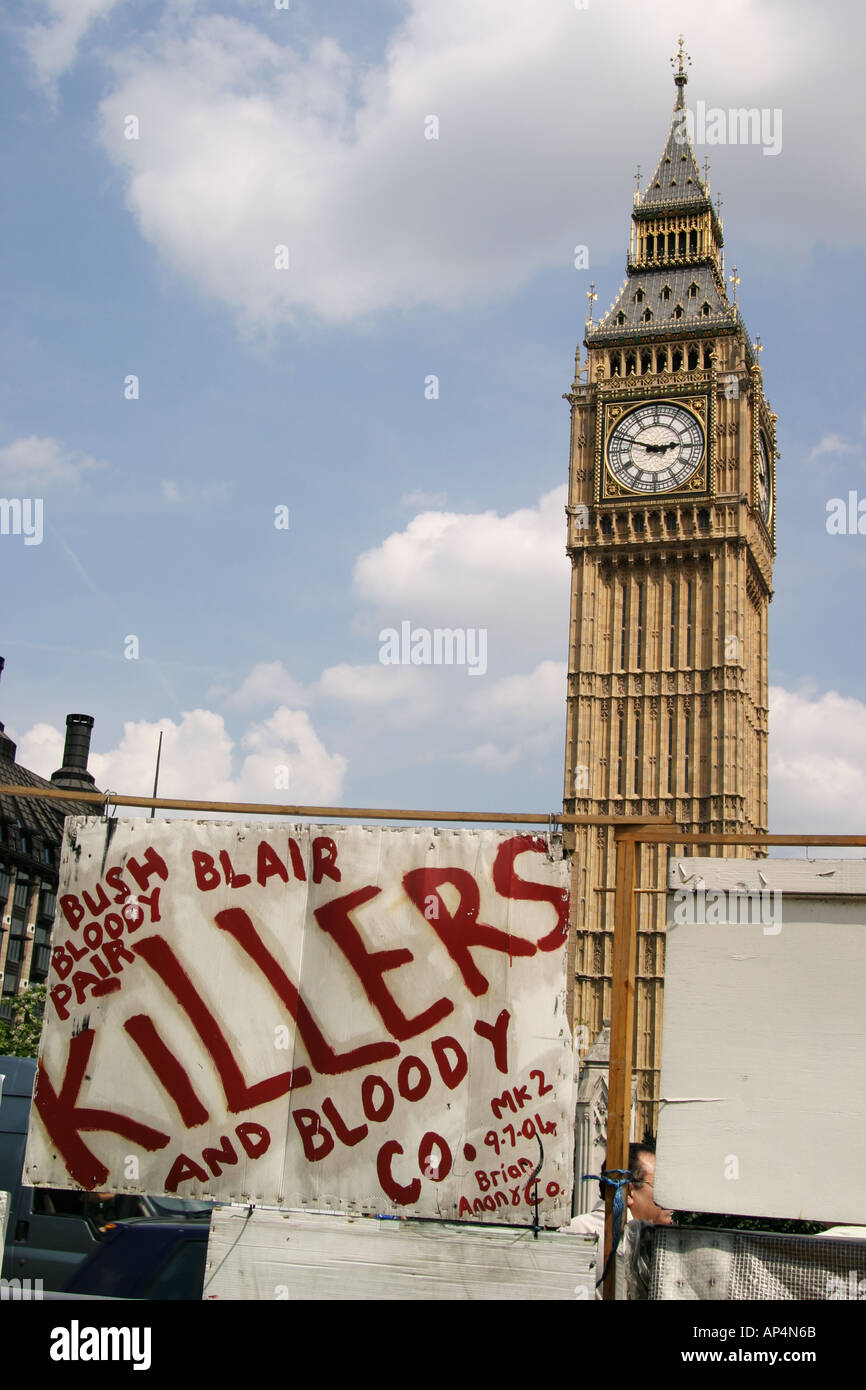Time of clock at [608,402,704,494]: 2:48
